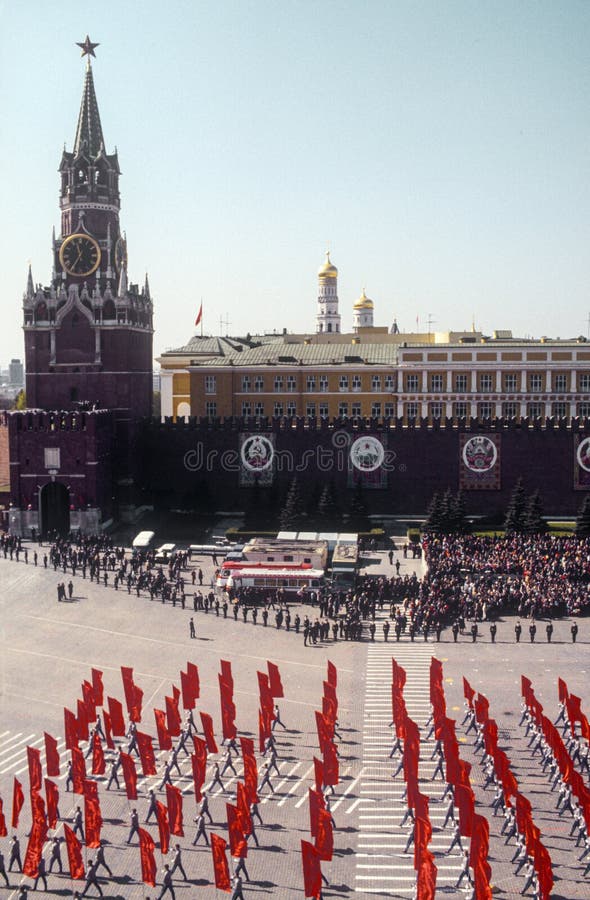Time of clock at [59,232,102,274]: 11:35
